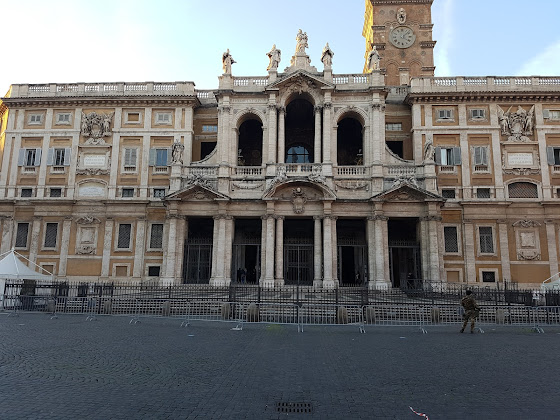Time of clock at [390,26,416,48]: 4:07
